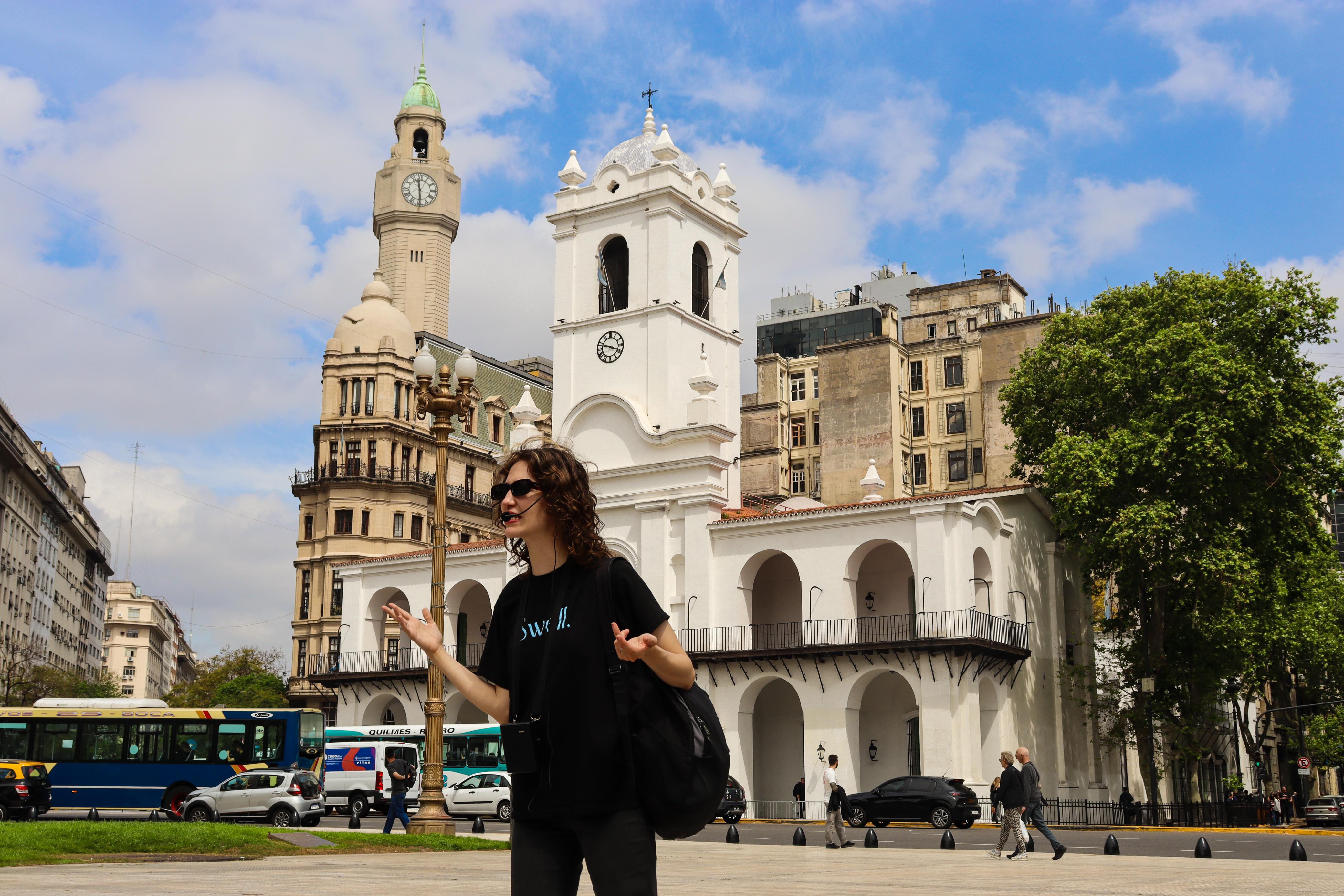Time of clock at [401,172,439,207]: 11:29
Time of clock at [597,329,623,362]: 3:47
